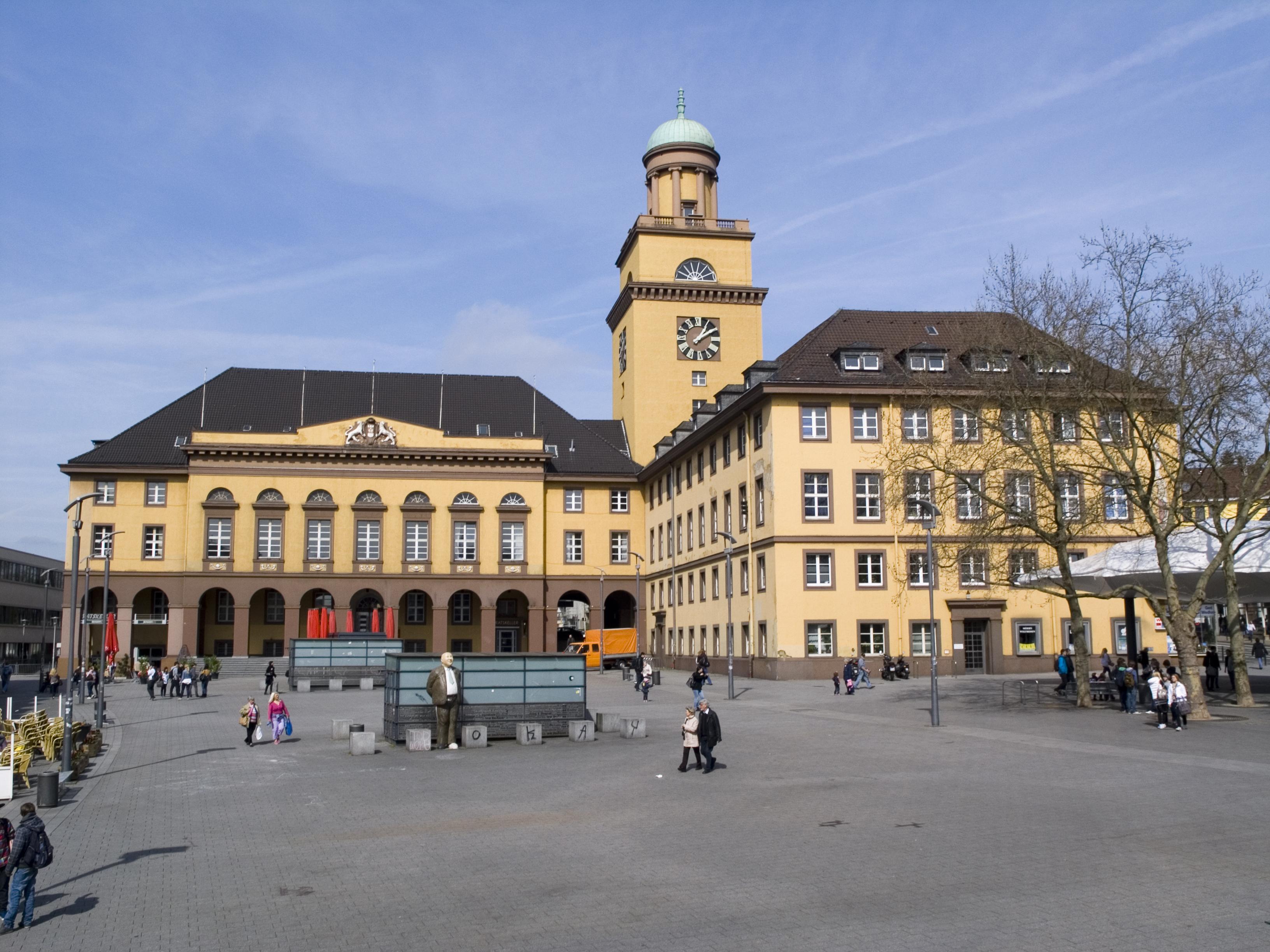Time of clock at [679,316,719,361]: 1:09
